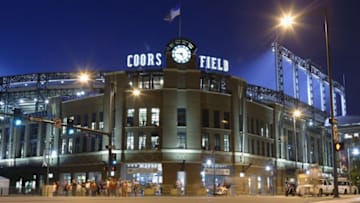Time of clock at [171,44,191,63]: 9:25
